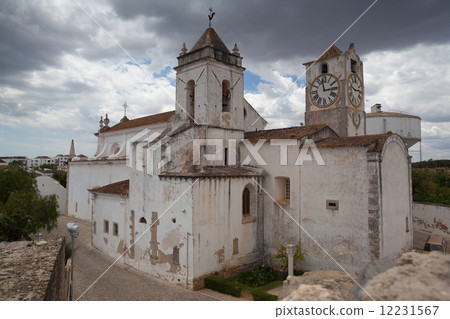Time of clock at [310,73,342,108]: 2:58
